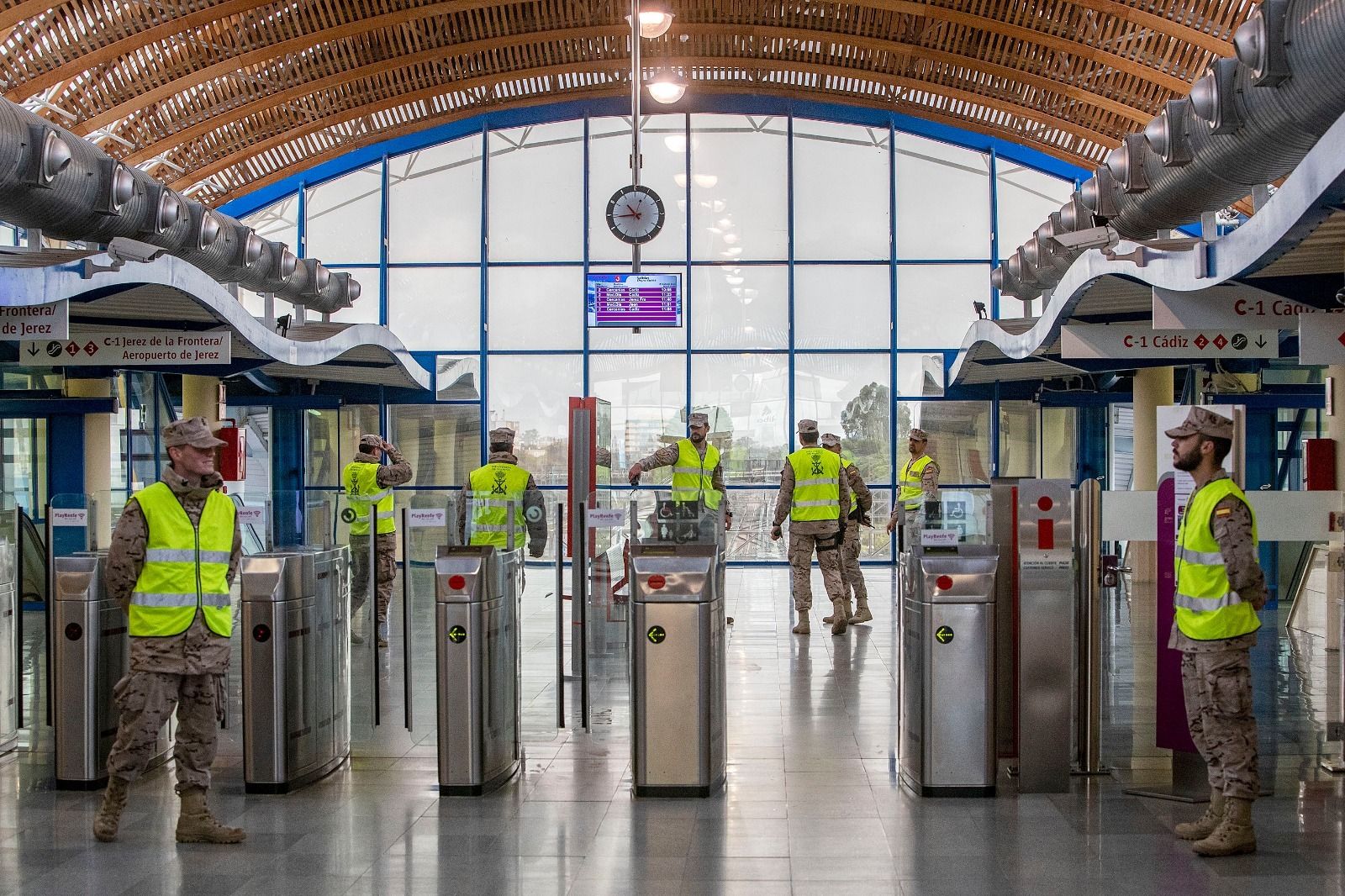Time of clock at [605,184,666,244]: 10:44
